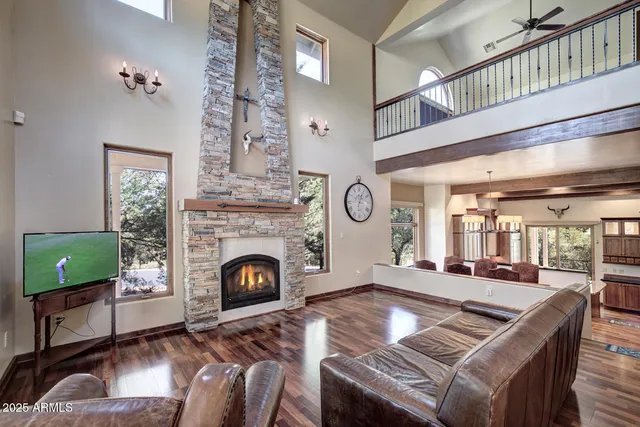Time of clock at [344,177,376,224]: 3:04
